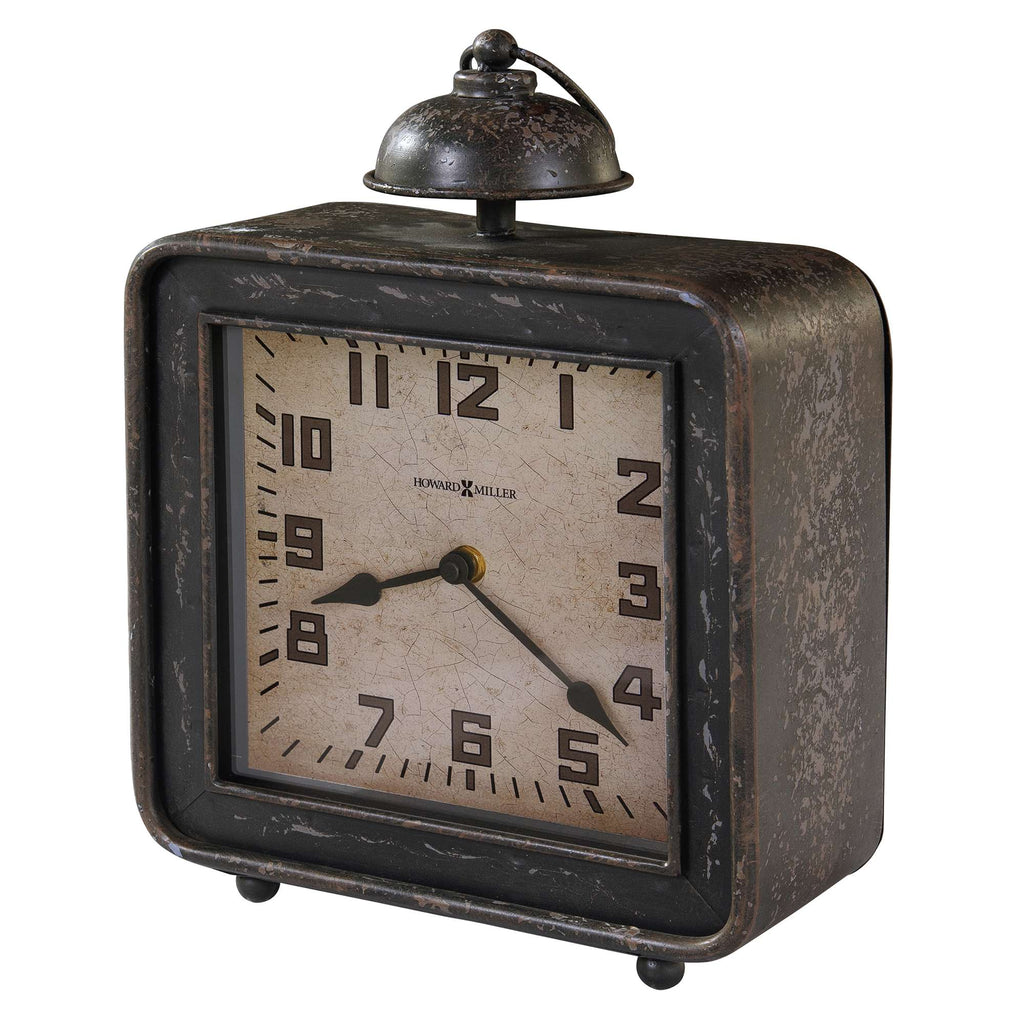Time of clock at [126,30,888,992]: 8:21
